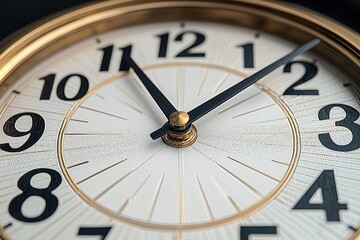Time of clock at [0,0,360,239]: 11:08
